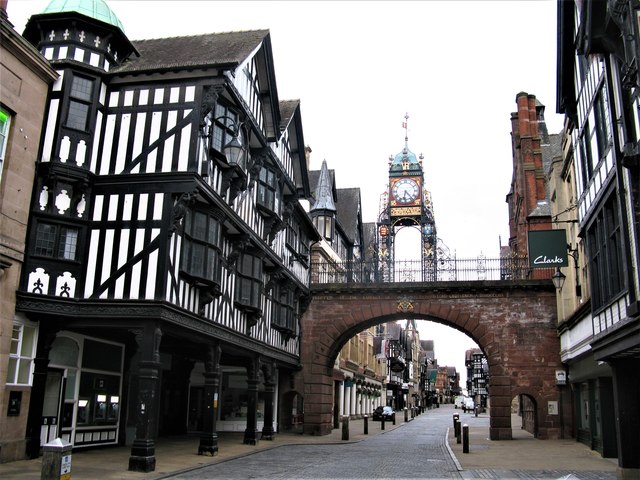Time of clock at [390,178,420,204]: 6:23
